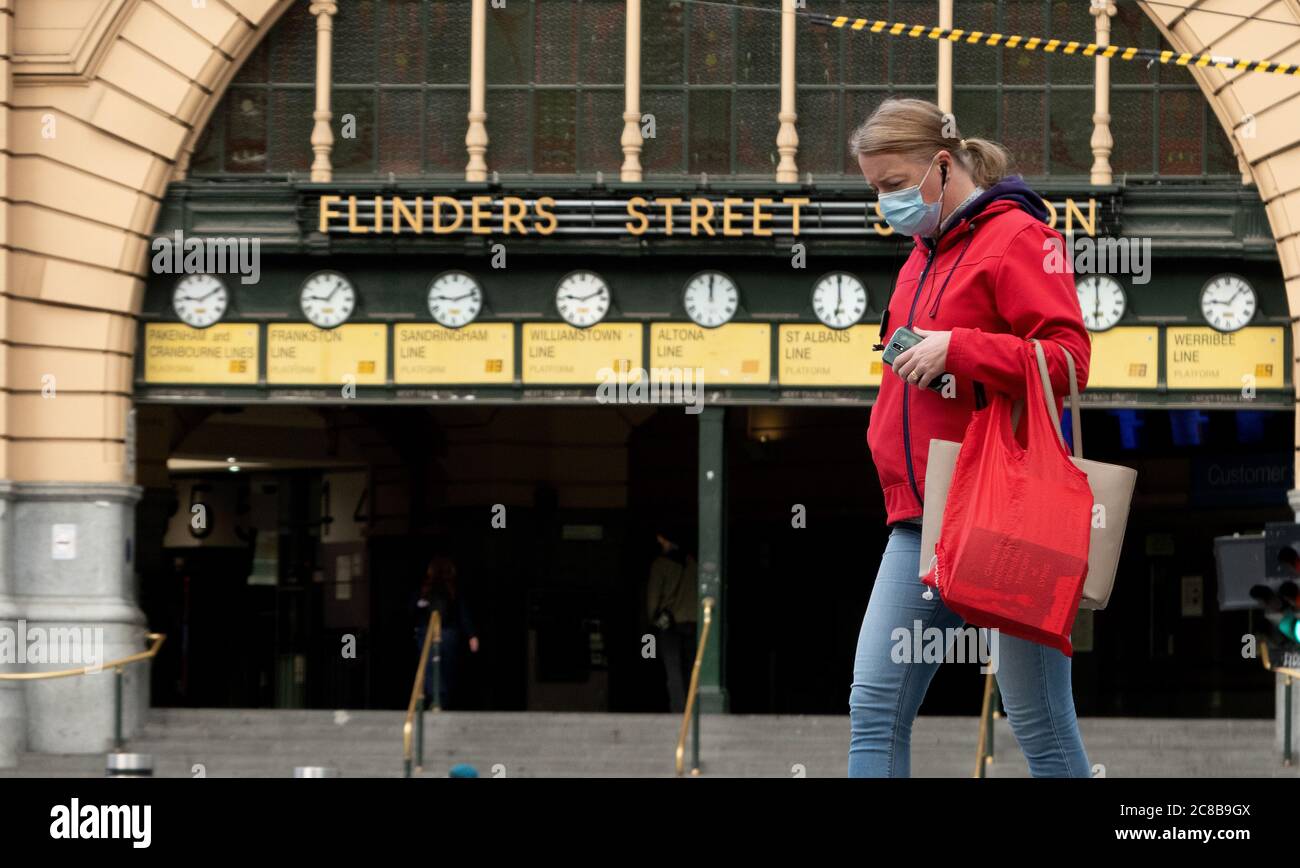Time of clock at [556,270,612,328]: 9:11
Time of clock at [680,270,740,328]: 12:00
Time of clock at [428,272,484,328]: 9:12
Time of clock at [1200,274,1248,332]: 9:07
